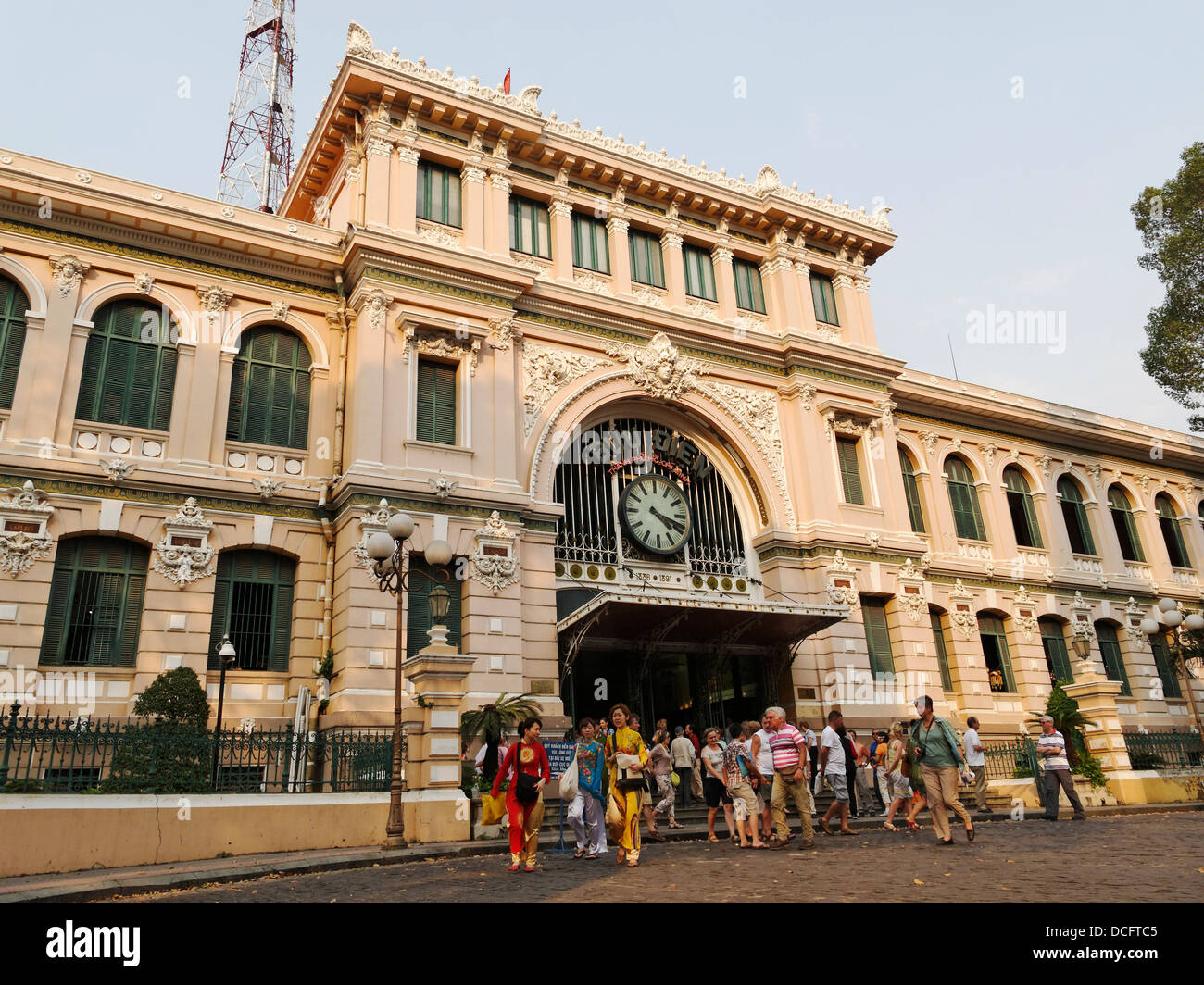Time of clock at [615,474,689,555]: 4:18
